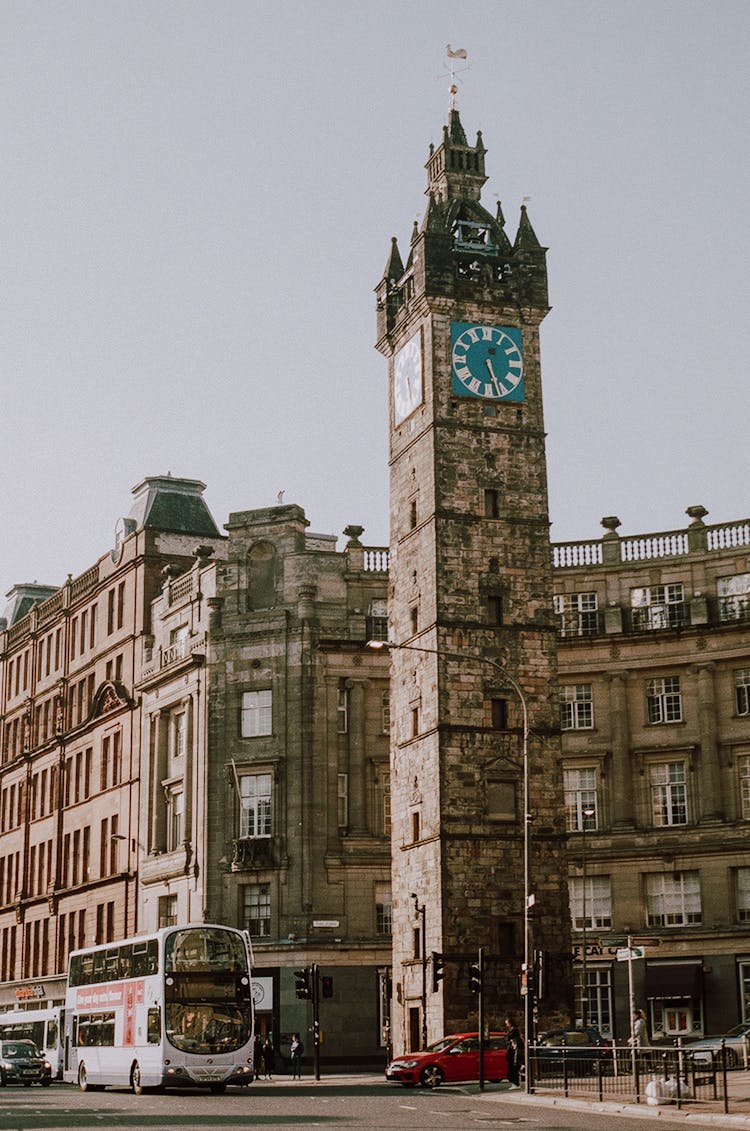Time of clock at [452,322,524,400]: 5:26
